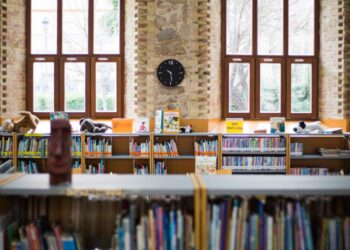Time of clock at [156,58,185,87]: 10:28
